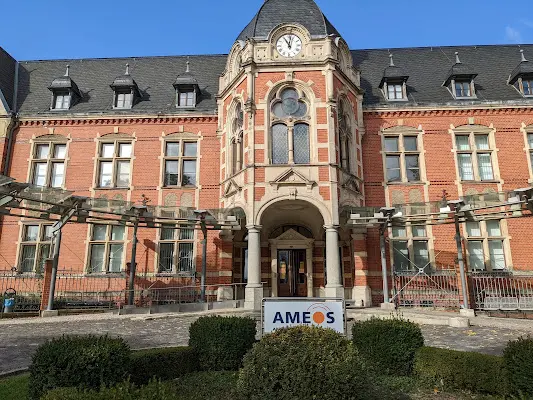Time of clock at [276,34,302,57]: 11:02
